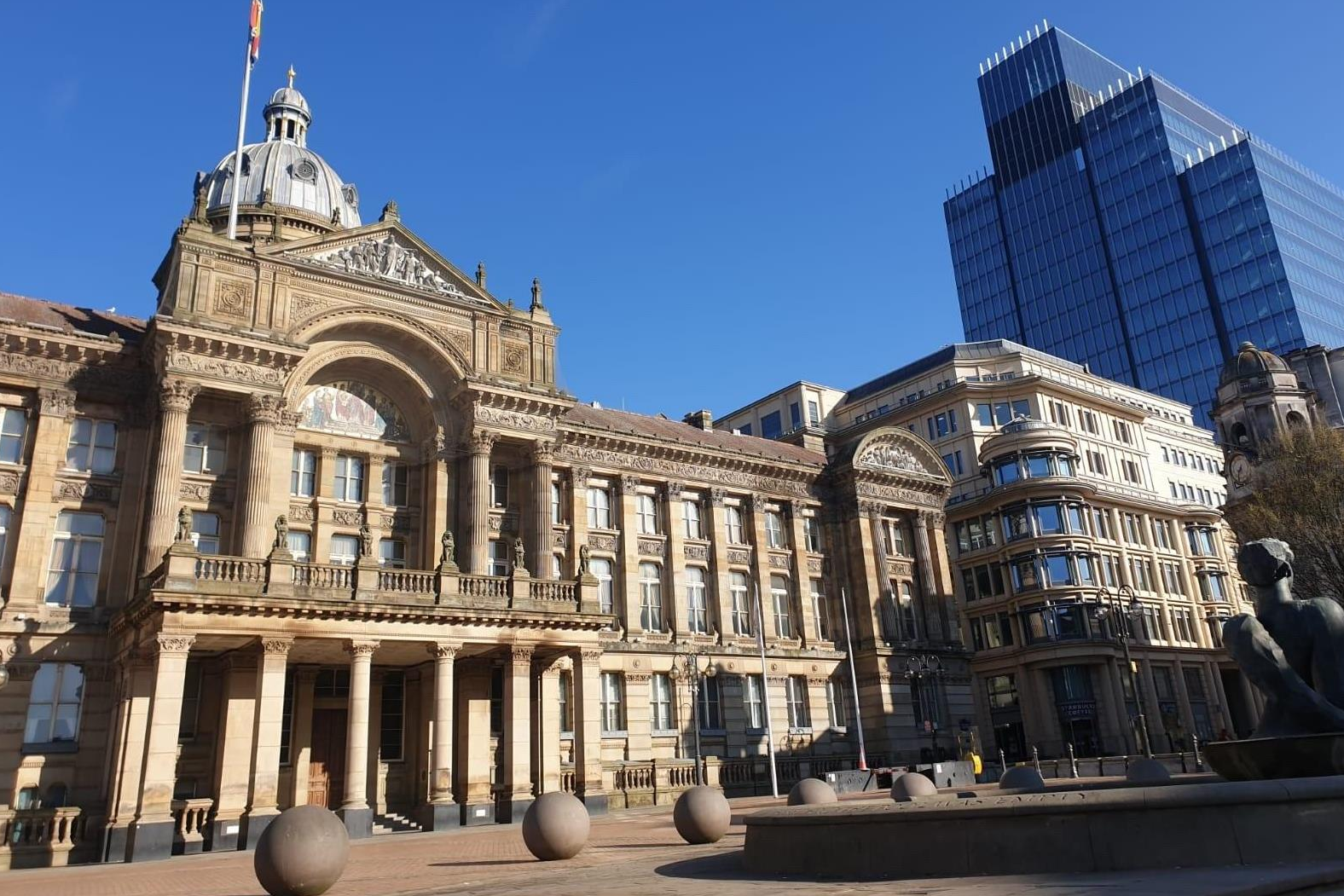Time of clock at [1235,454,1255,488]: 7:32
